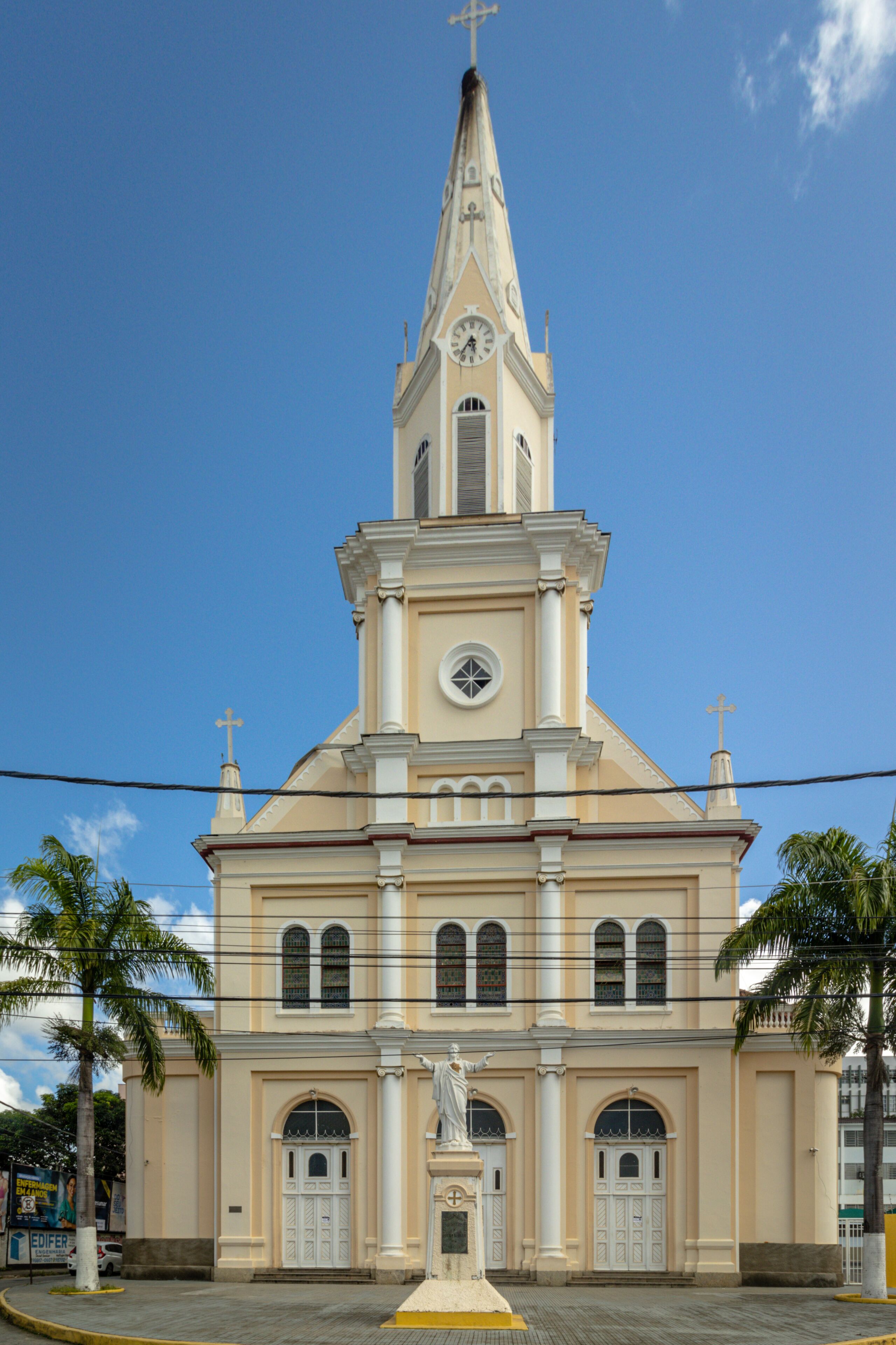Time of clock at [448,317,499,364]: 5:35
